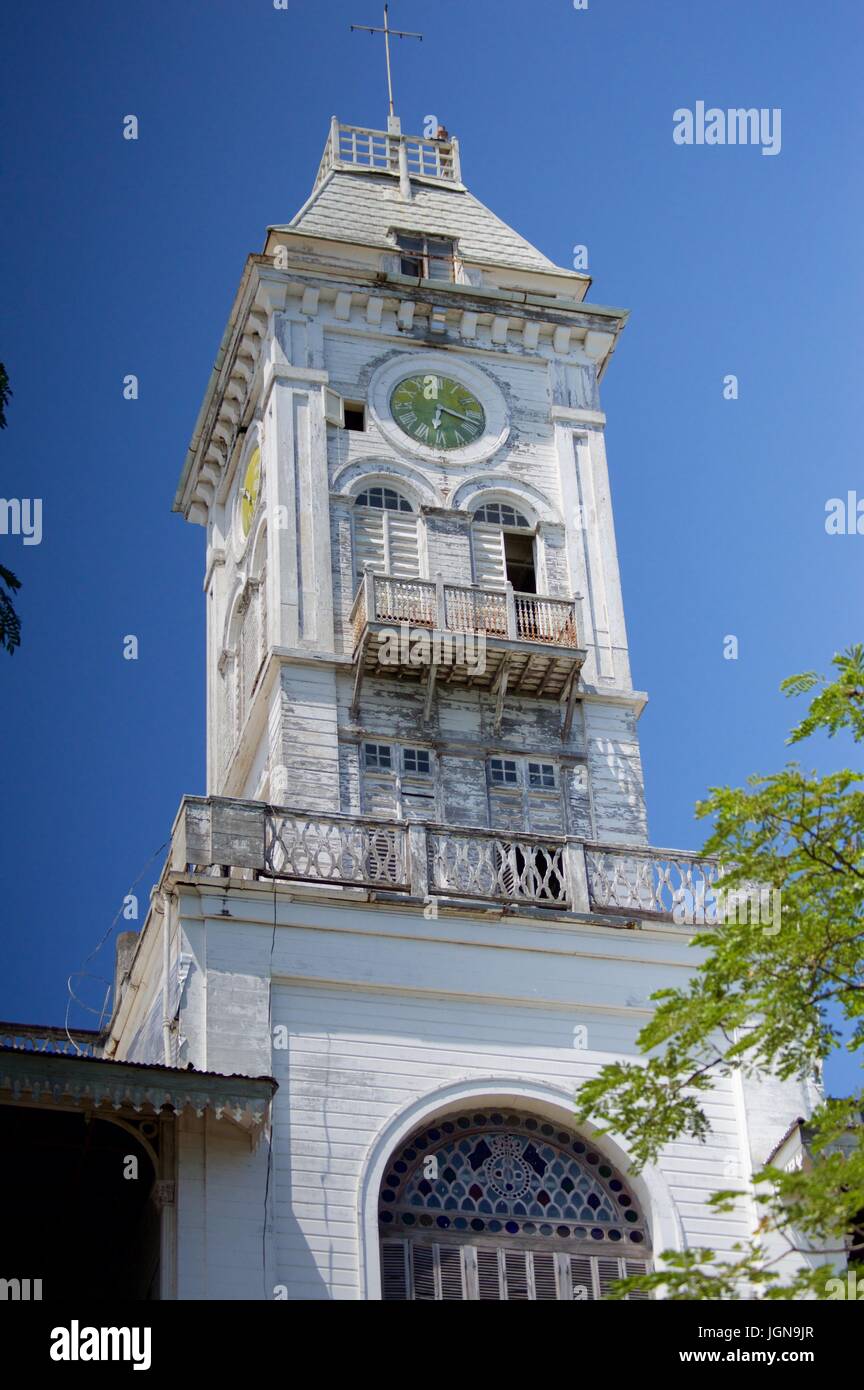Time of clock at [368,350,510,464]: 6:18
